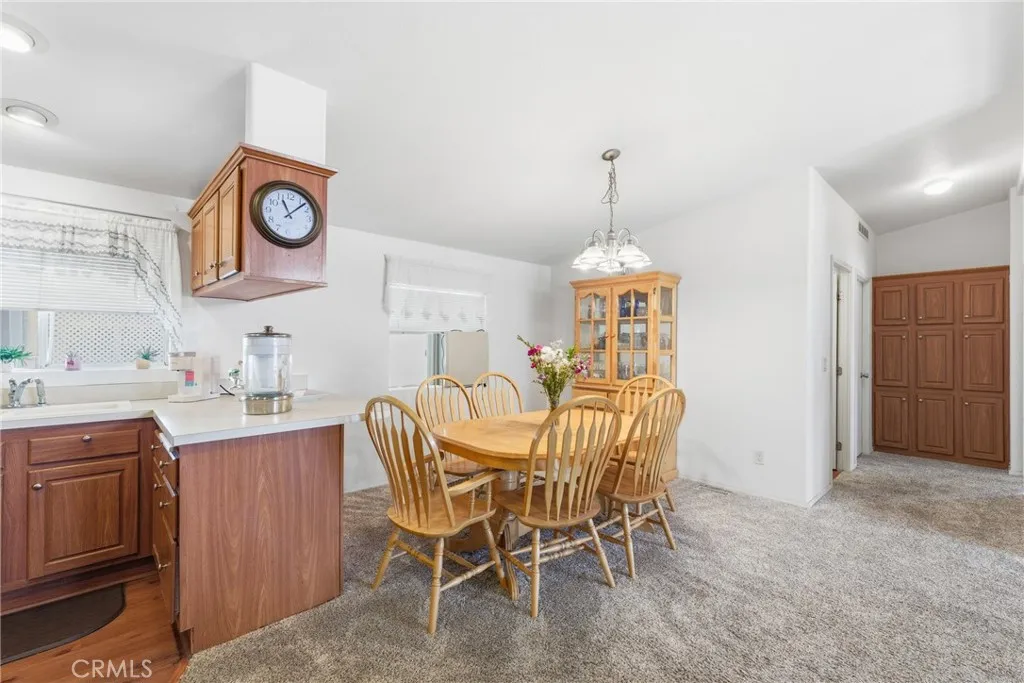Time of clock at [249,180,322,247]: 11:07
